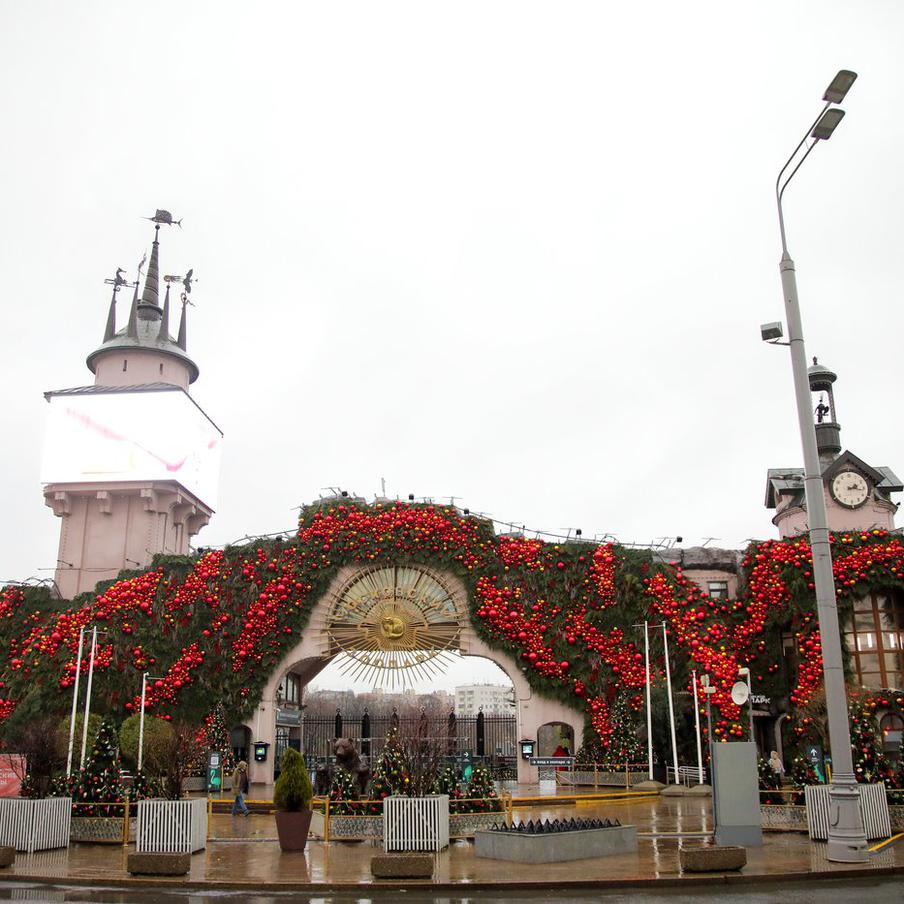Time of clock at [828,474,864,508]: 2:16
